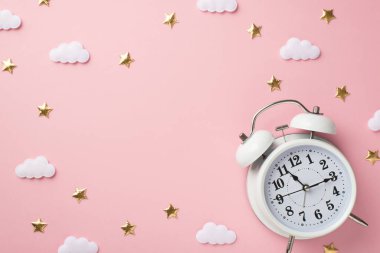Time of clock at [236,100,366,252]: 11:15
